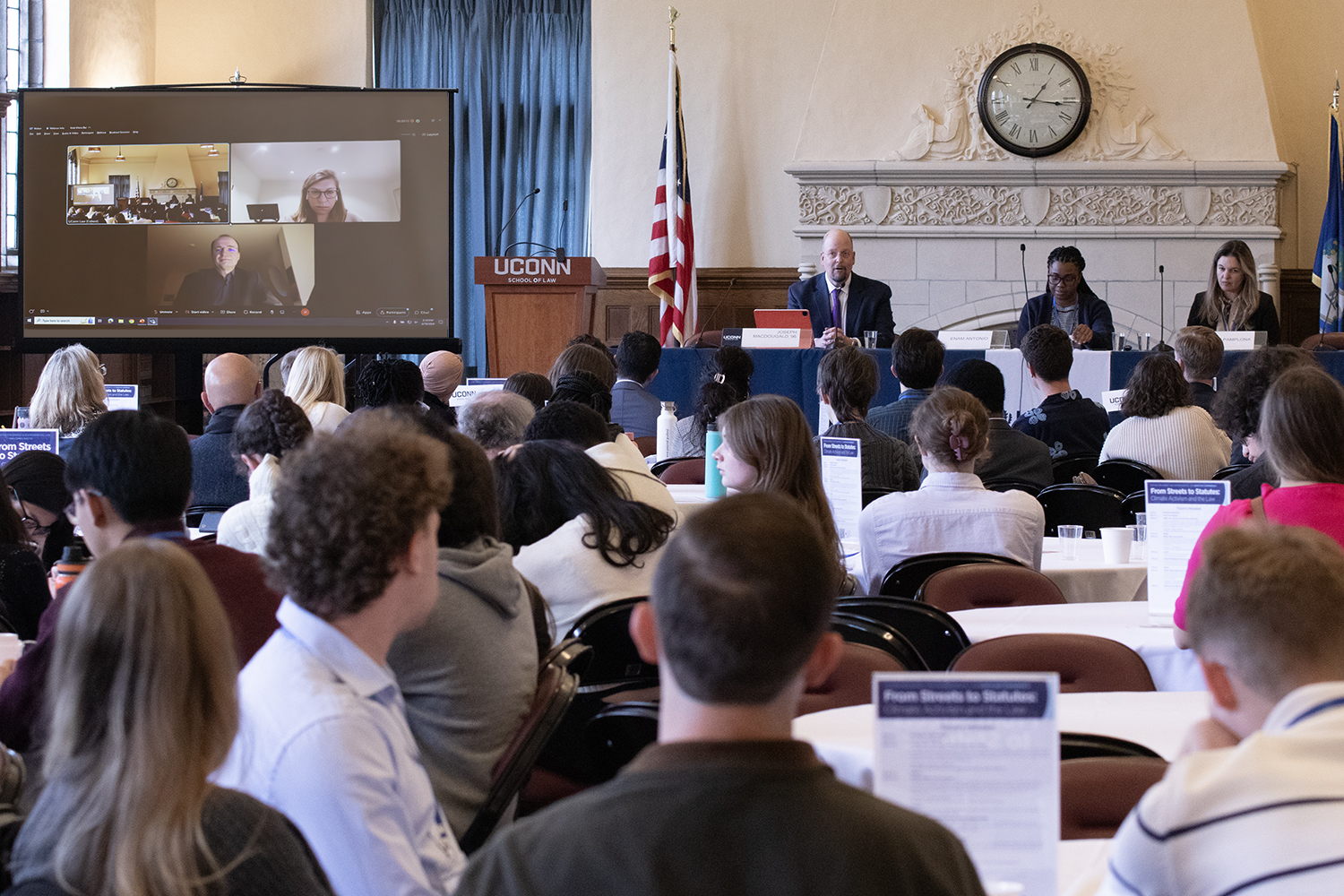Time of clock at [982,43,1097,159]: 1:16
